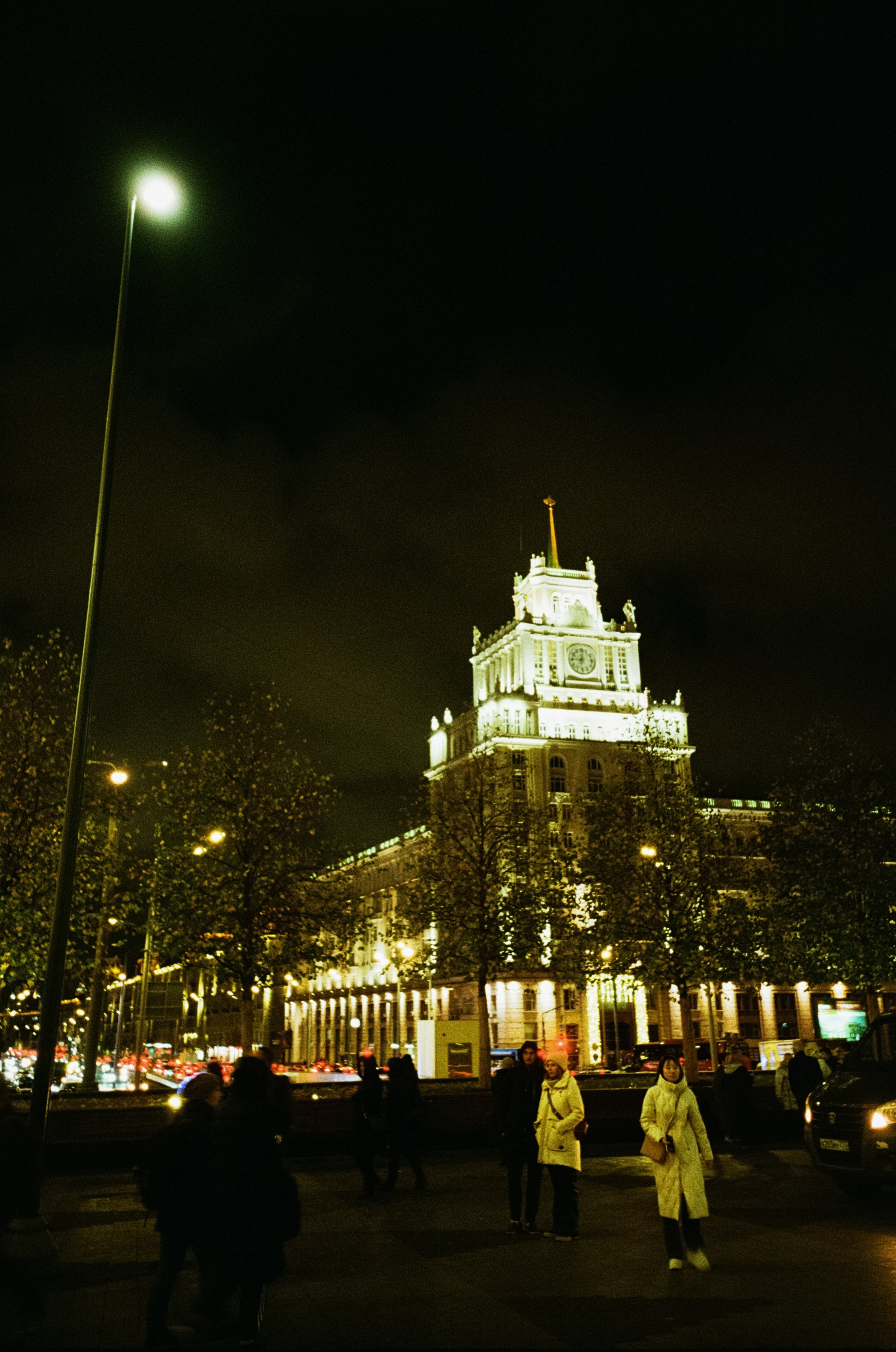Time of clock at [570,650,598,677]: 9:01
